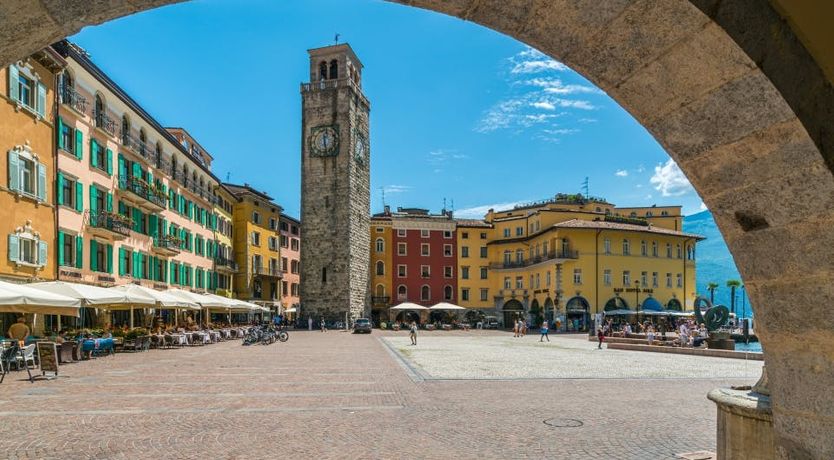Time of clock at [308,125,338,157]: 12:28
